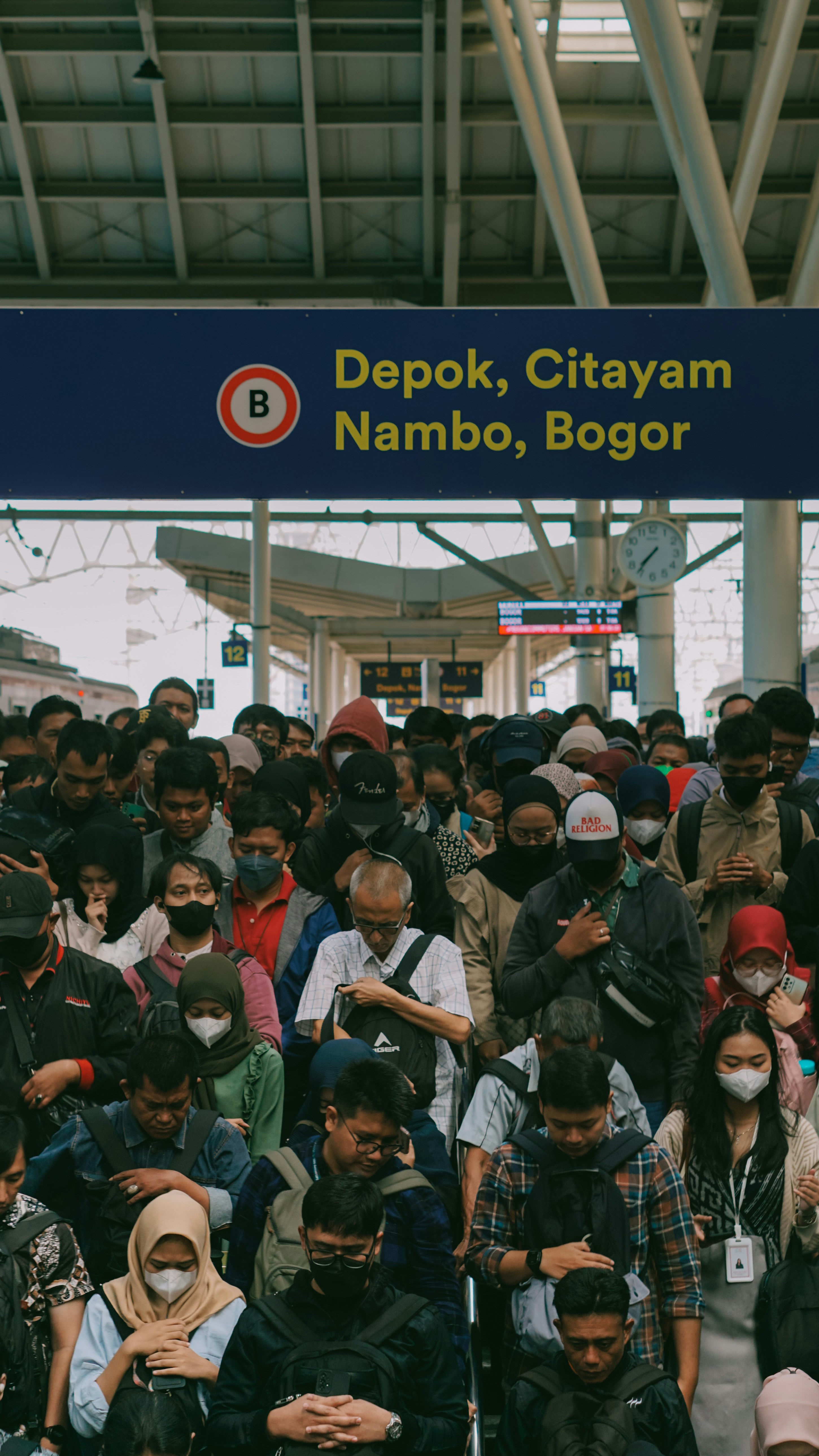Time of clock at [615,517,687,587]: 7:36
